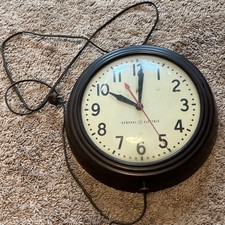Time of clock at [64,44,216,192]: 10:00
